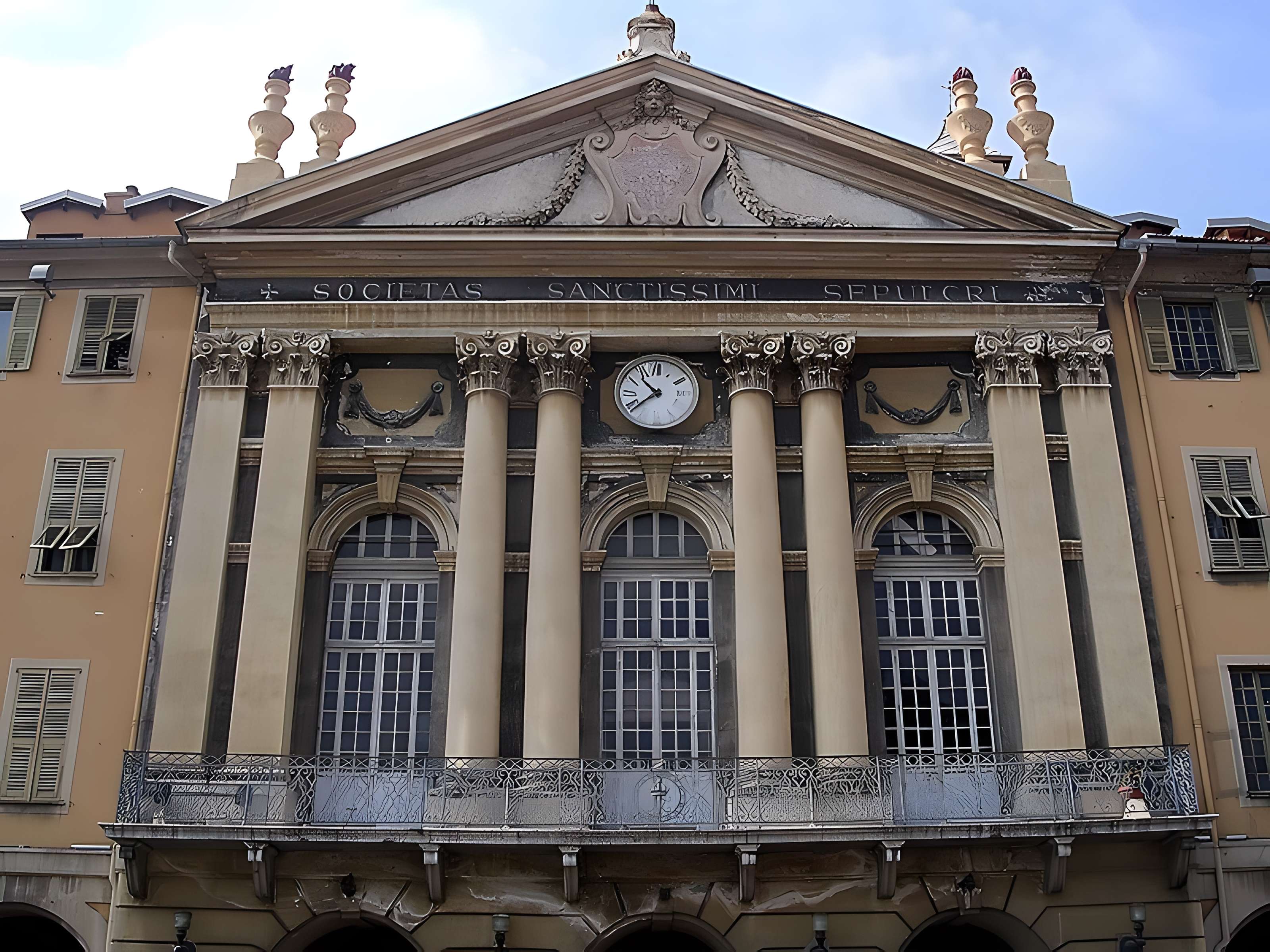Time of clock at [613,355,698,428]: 10:38
